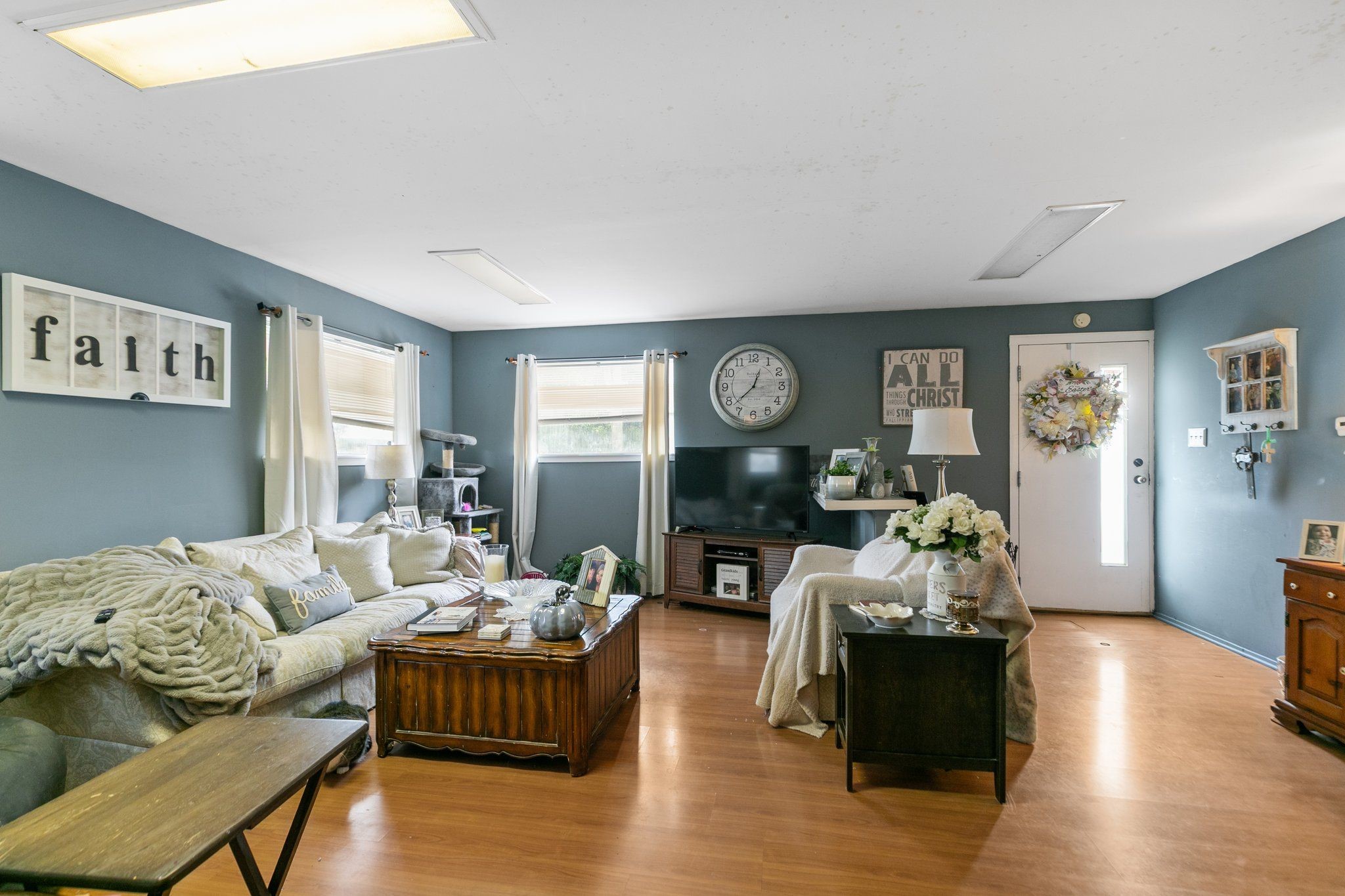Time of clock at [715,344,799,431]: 12:37
